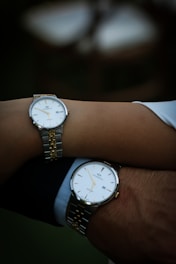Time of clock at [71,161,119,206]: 6:55
